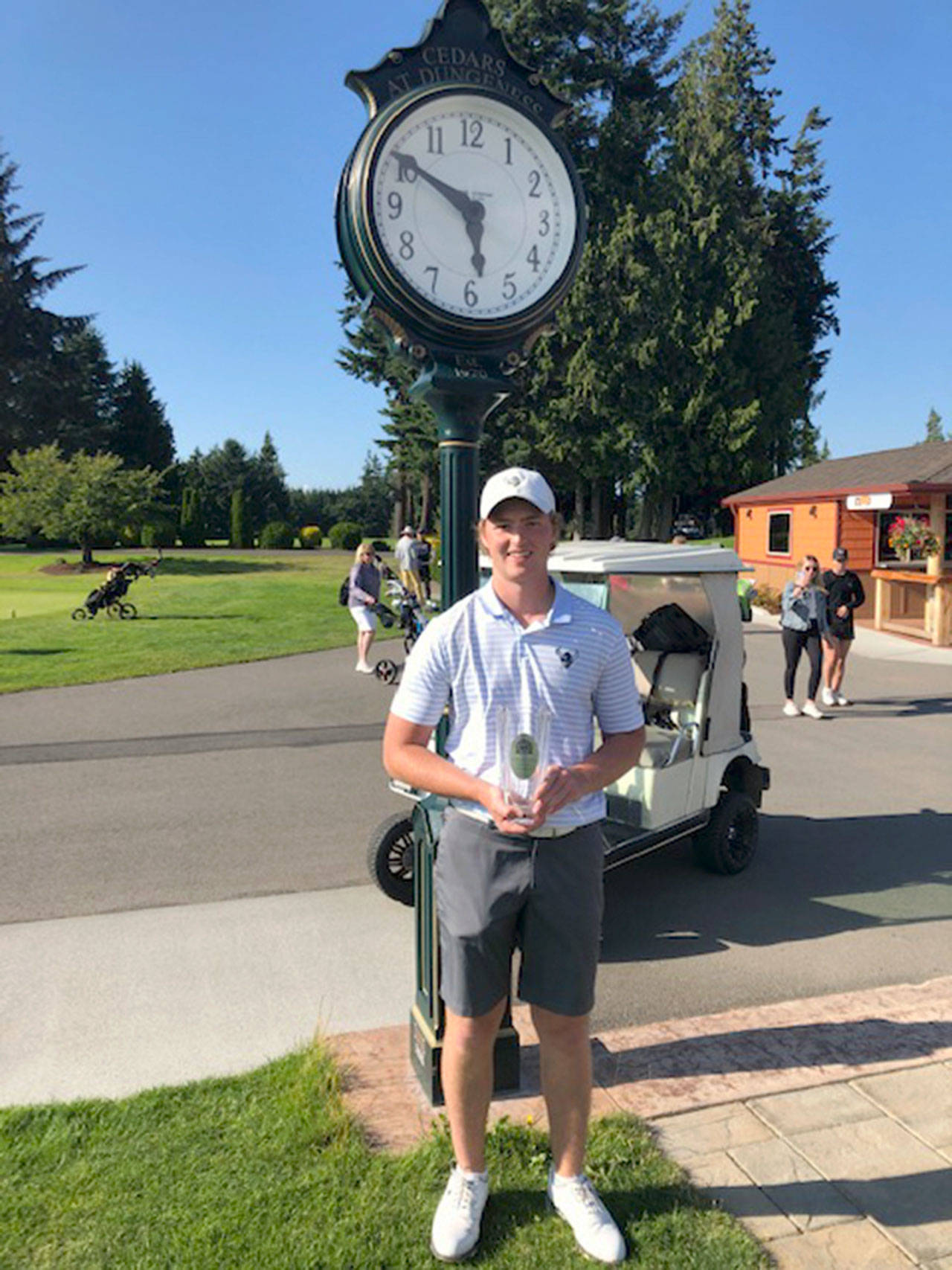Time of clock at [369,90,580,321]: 5:50
